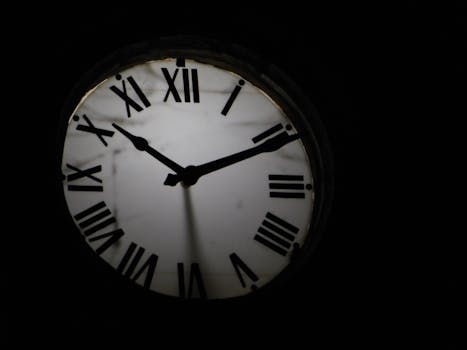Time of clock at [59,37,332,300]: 10:11
